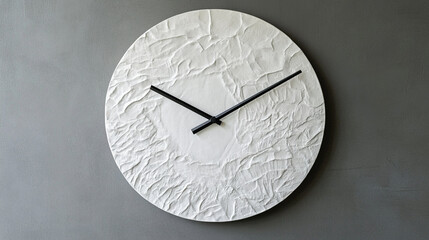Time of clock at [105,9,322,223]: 10:11
